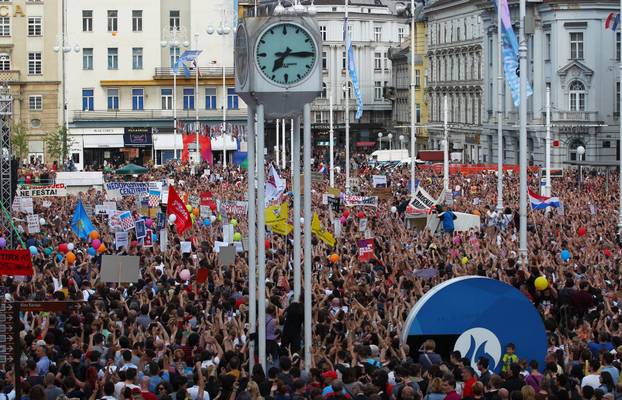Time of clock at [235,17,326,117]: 7:15
